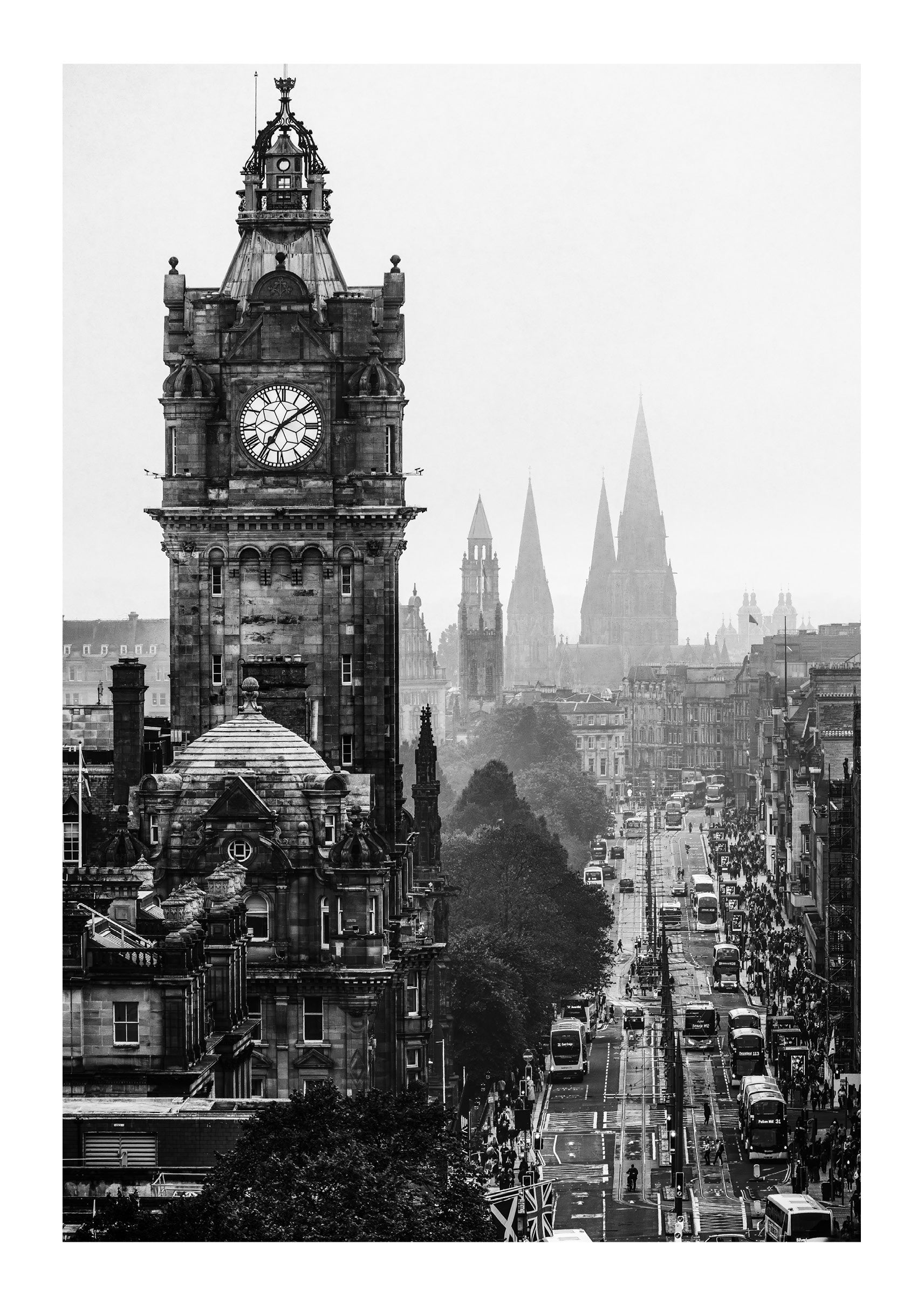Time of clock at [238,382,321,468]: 7:08
